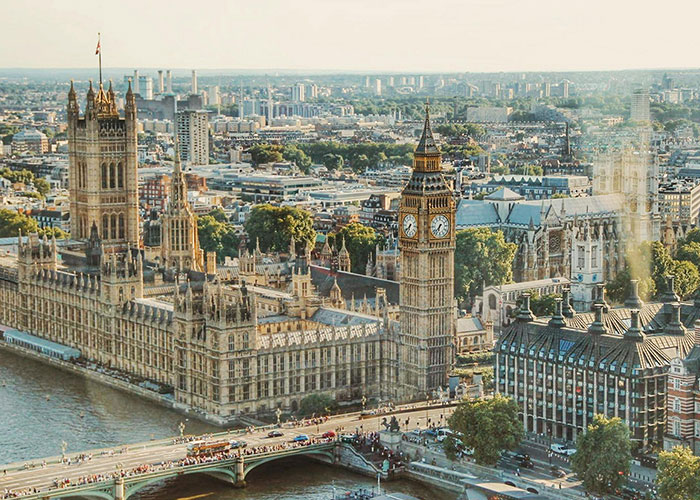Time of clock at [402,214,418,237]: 6:38
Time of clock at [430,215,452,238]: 6:37
